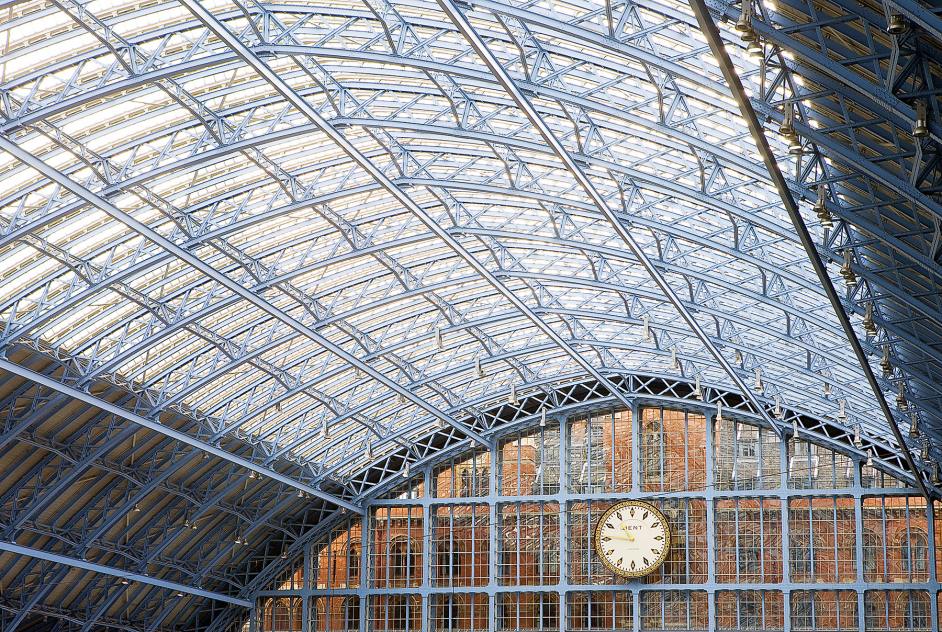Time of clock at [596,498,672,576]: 10:46
